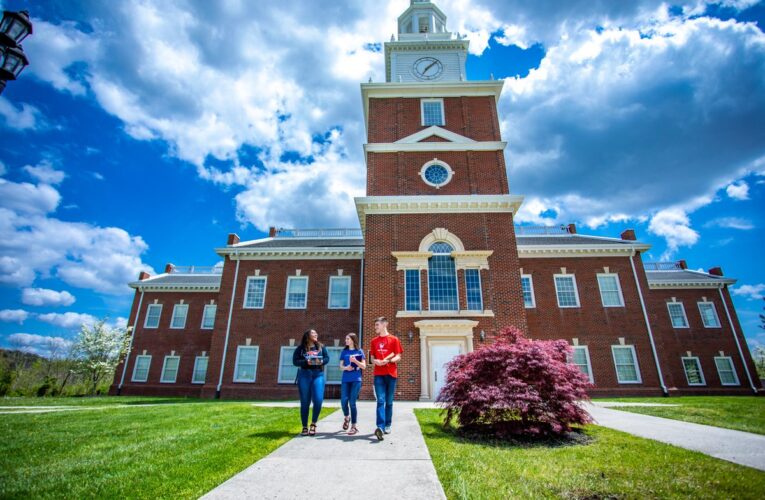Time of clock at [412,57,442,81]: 7:08
